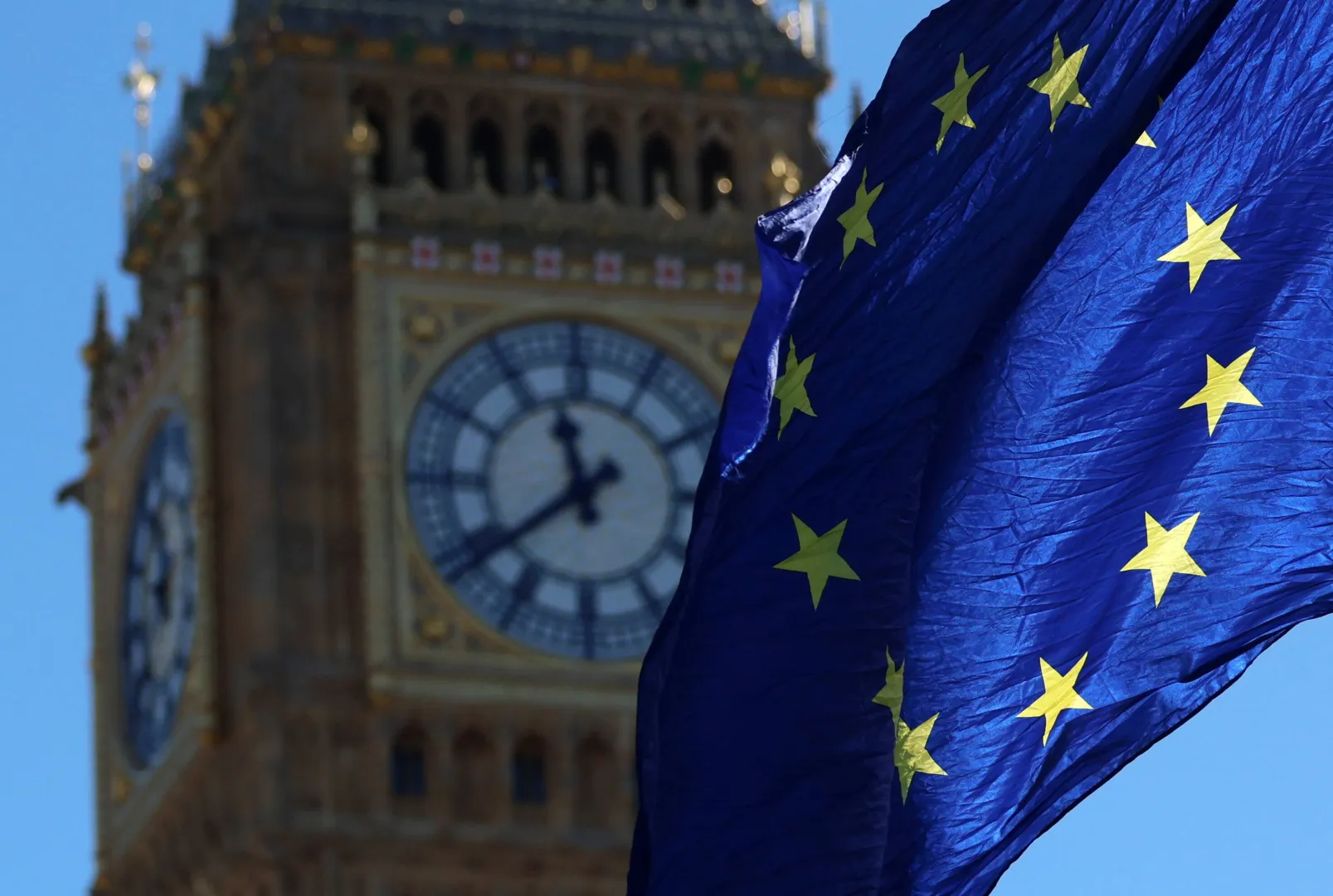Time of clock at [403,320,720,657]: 11:38
